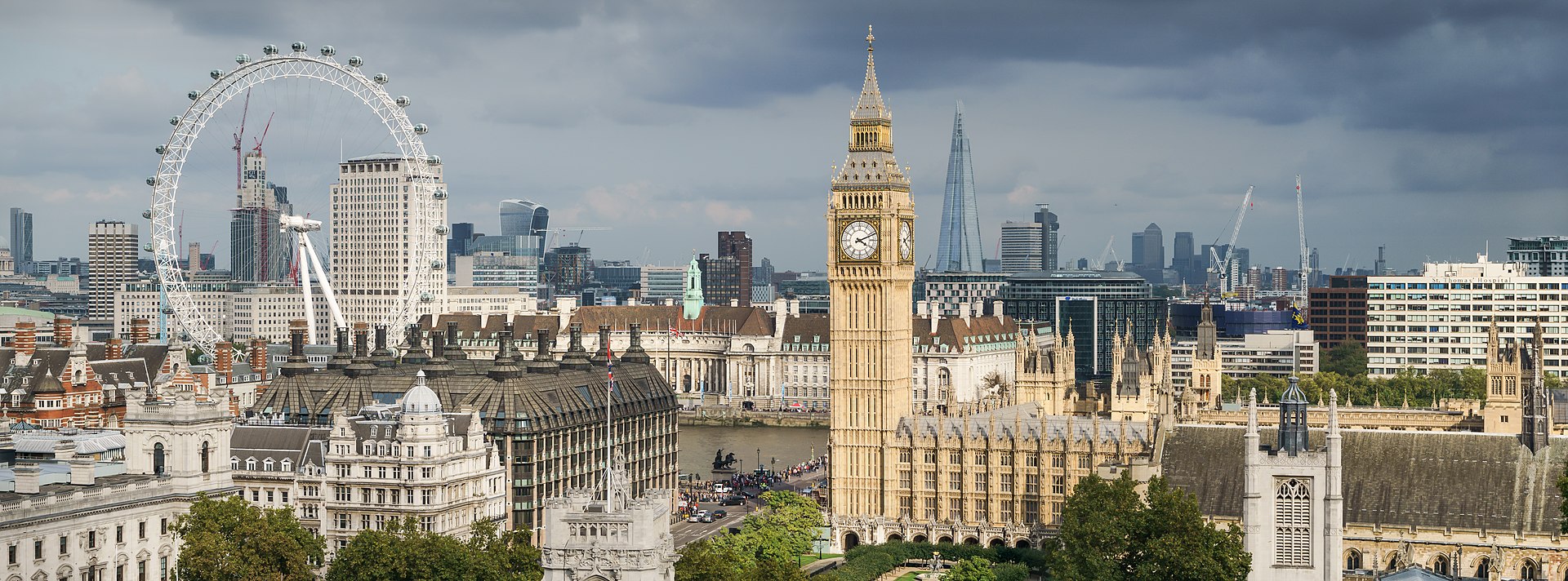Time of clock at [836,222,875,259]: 4:11
